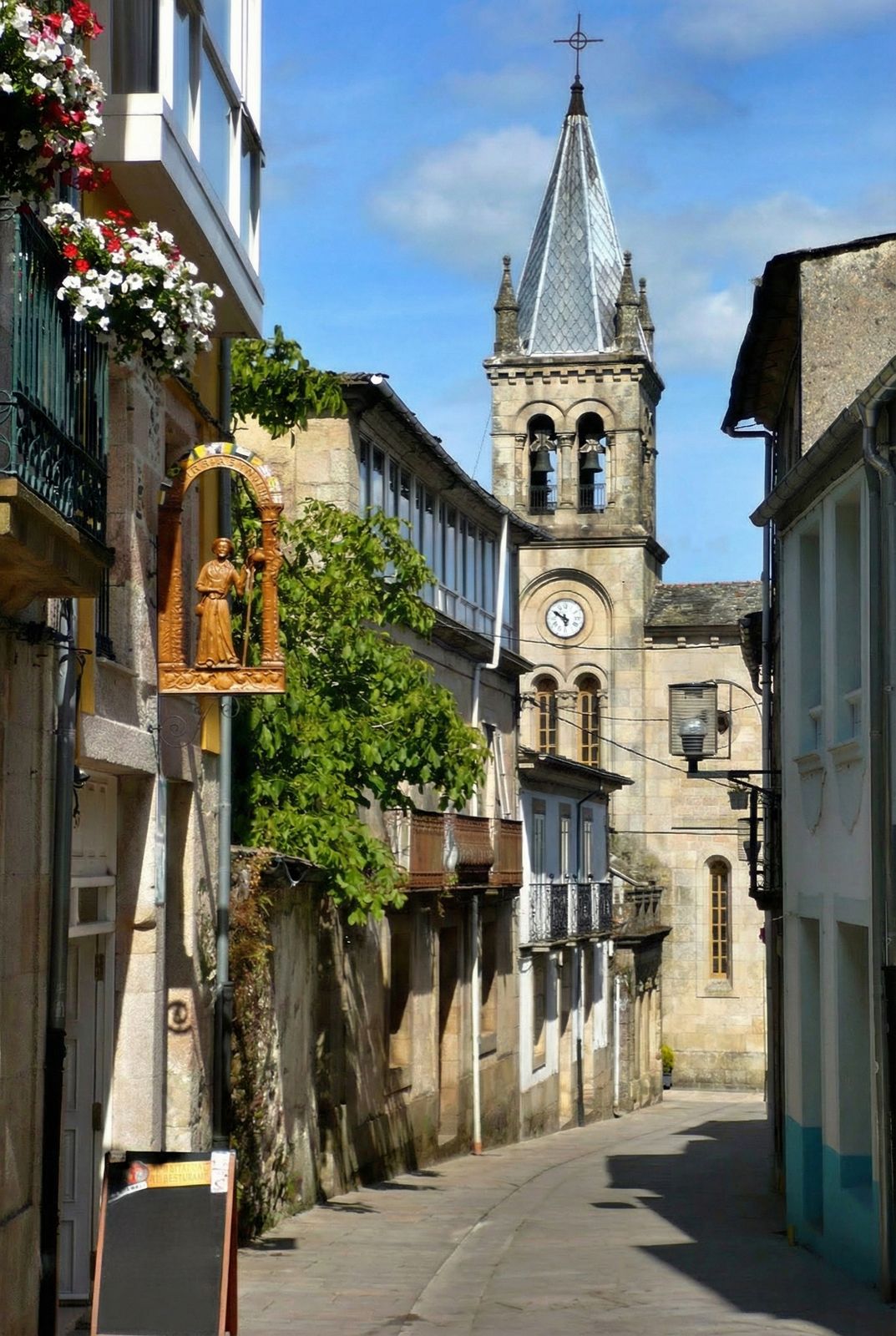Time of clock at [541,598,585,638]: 5:50
